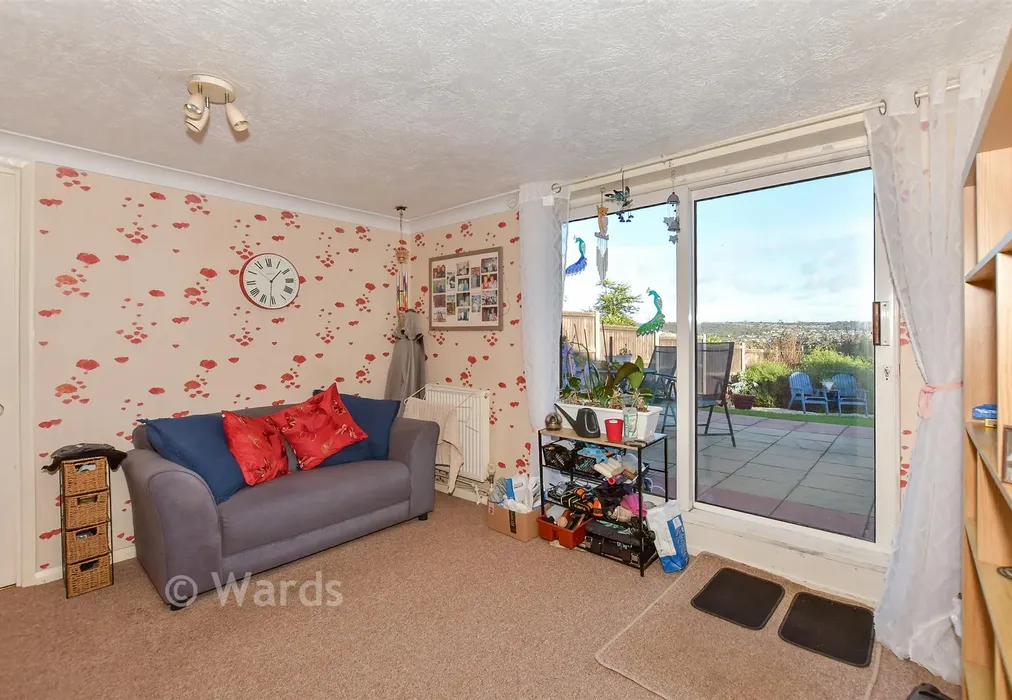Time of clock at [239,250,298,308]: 1:31
